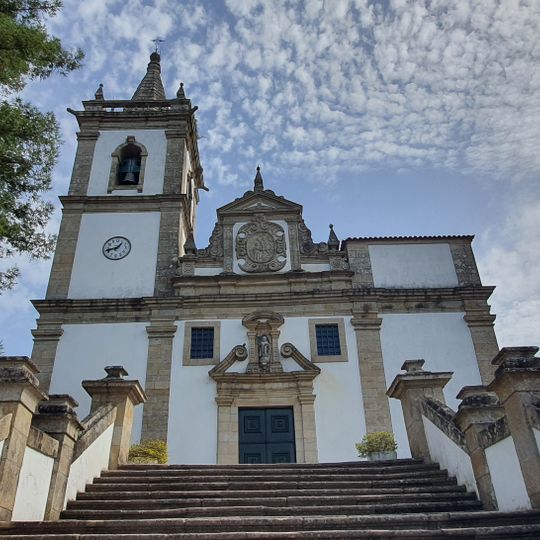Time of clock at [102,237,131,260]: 1:42
